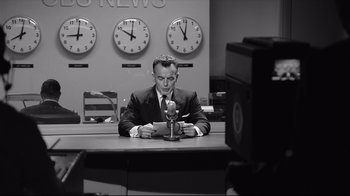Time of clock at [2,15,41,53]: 8:01
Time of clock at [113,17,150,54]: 10:00
